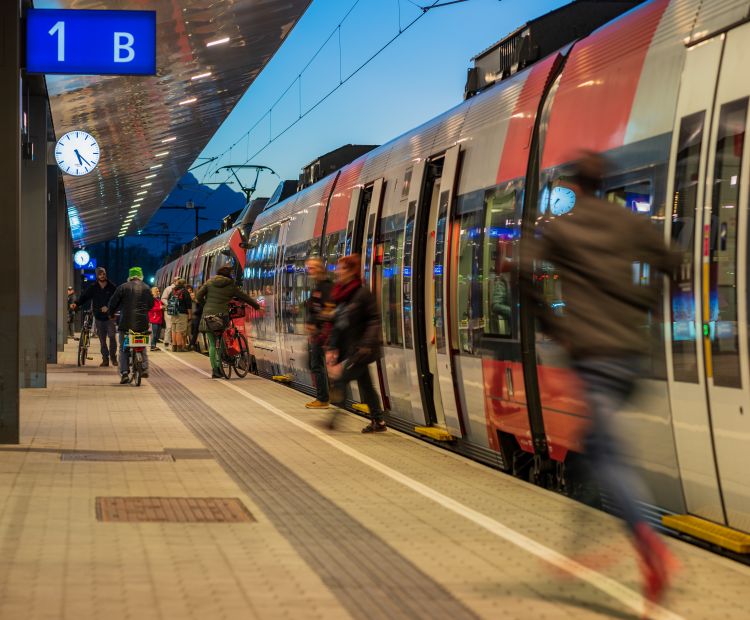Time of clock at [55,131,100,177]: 5:22
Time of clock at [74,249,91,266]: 4:28
